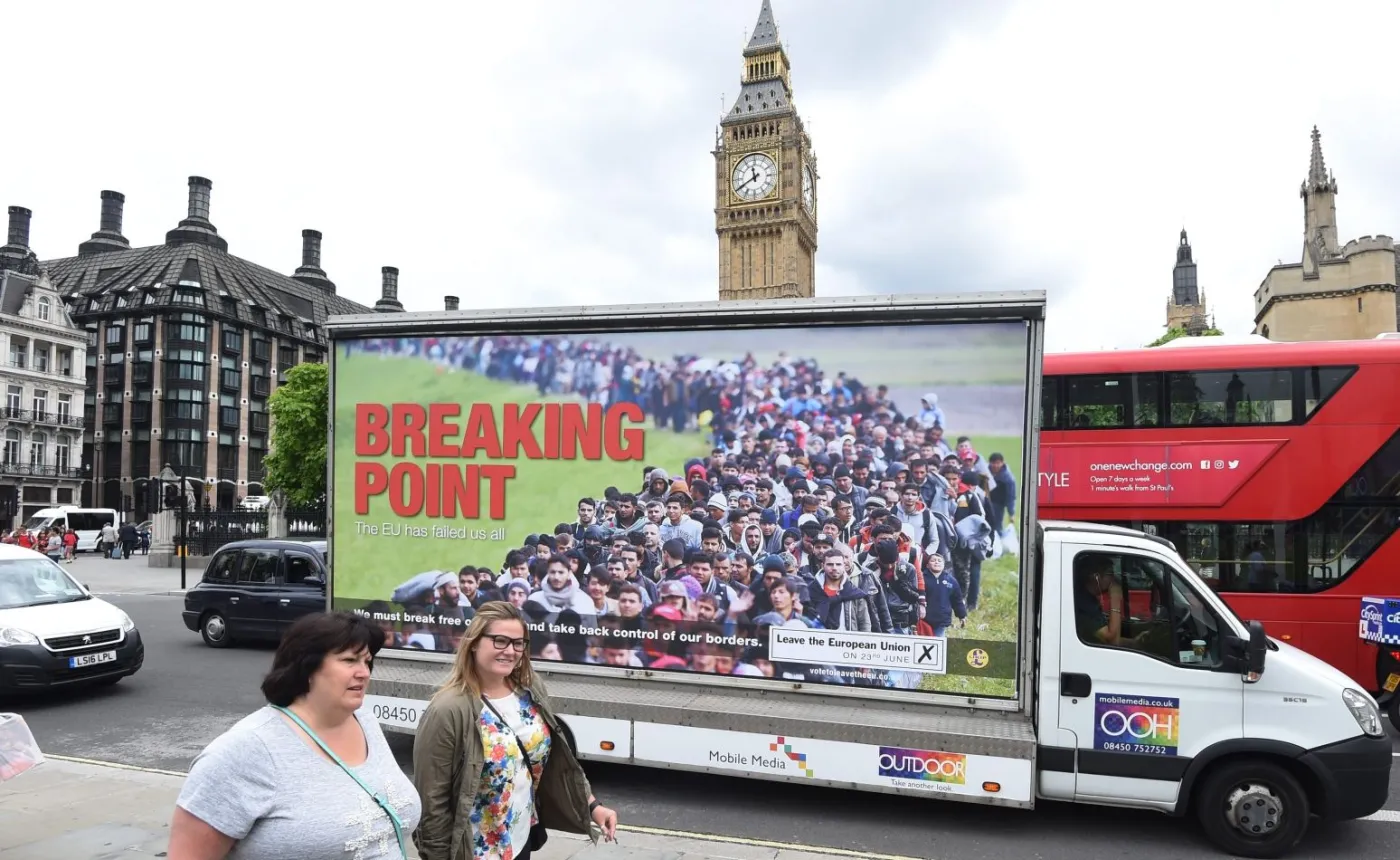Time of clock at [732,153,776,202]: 11:40
